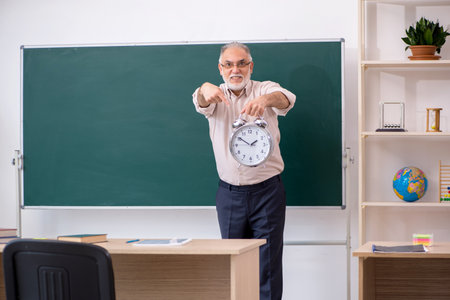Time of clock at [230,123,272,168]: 1:50
